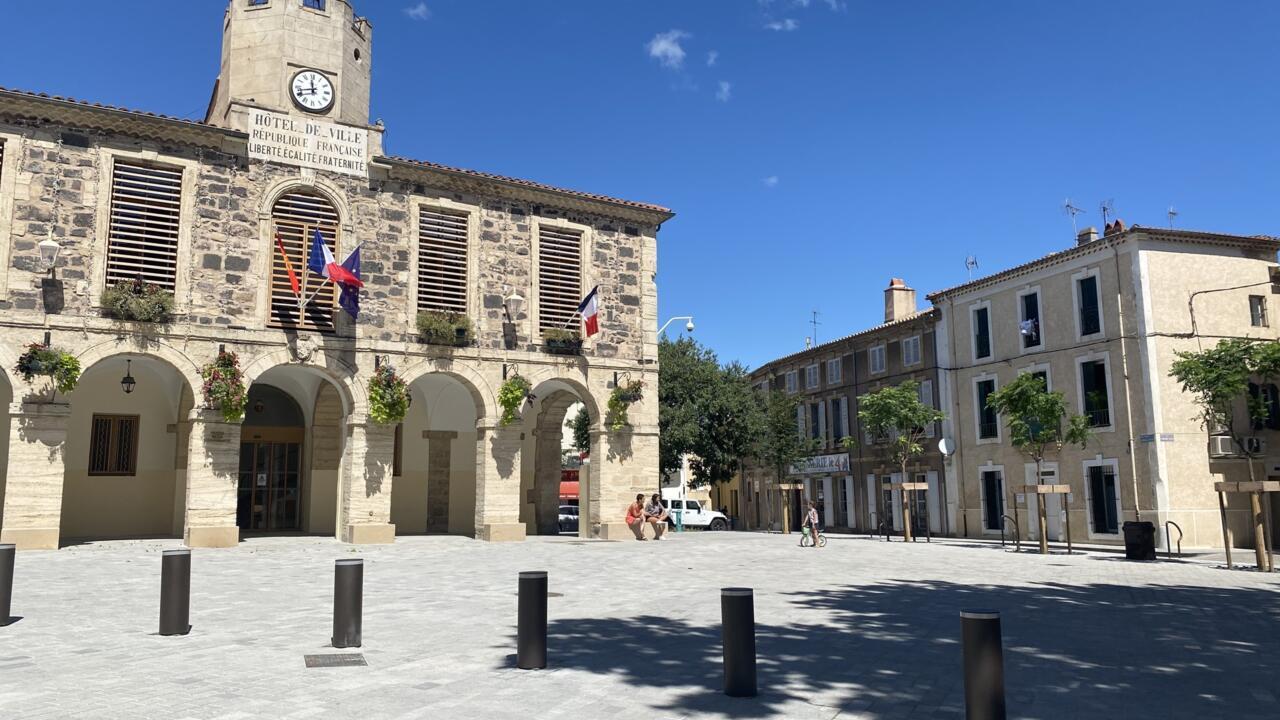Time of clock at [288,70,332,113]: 11:42
